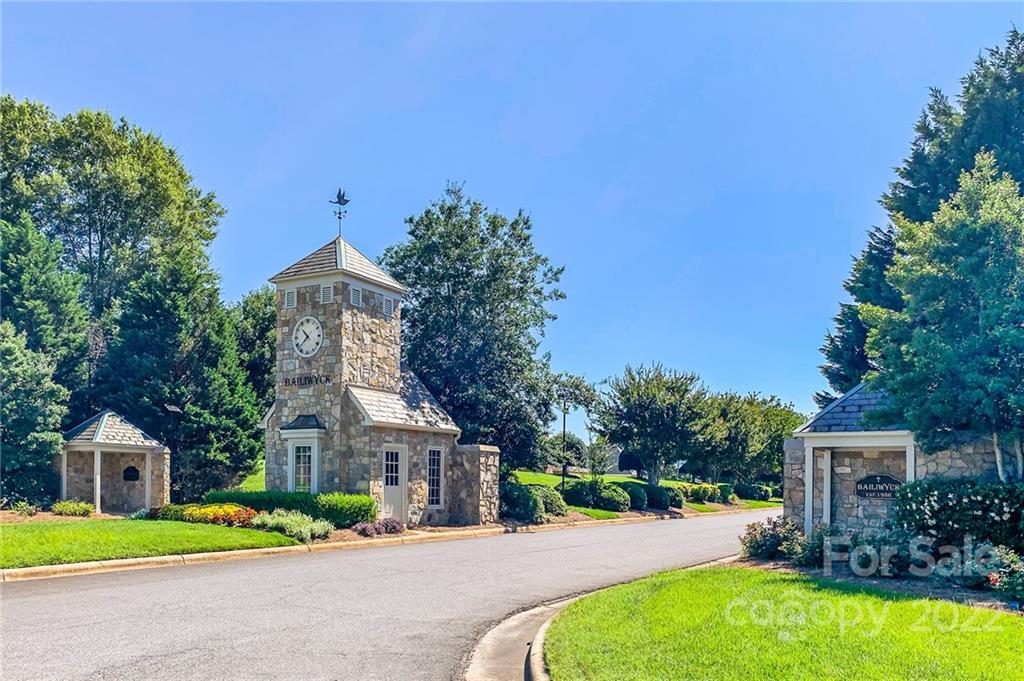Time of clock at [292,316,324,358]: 10:37
